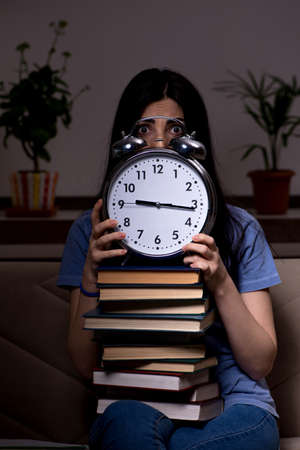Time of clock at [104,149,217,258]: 9:16
